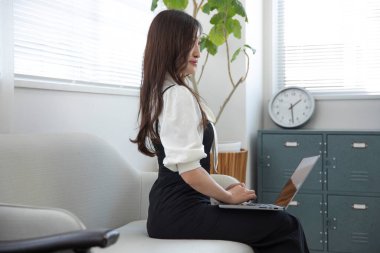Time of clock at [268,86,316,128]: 1:28
